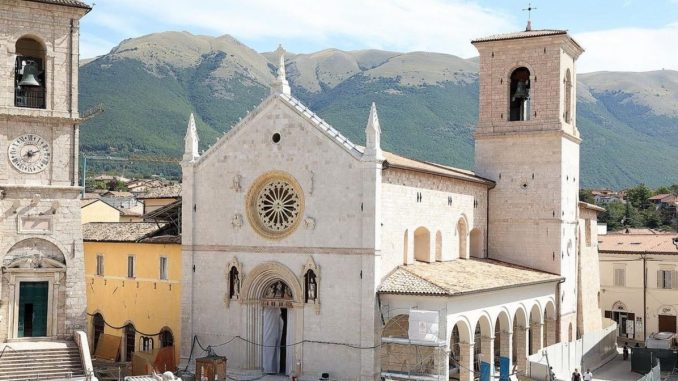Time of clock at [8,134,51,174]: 7:11
